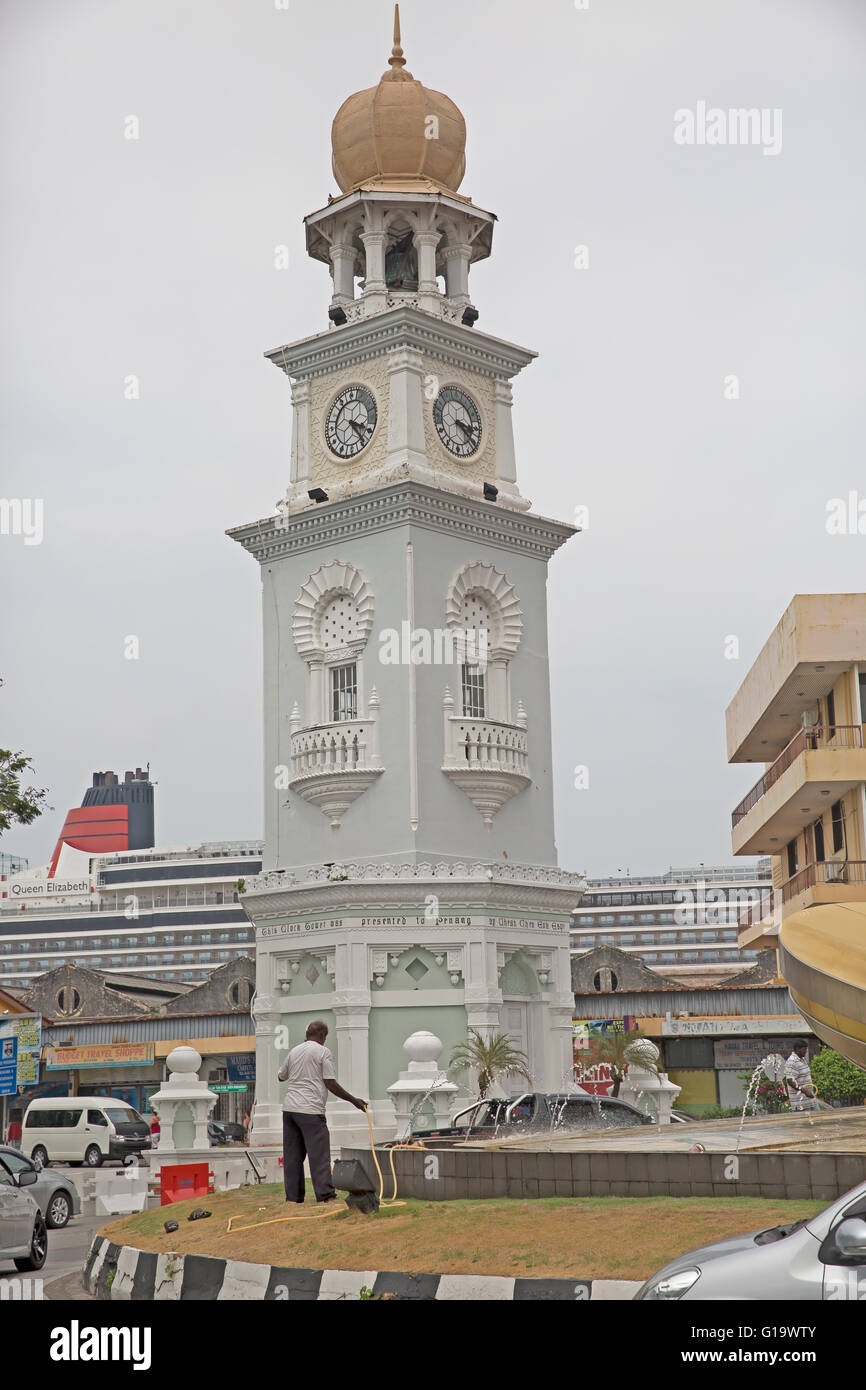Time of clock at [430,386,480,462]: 3:21
